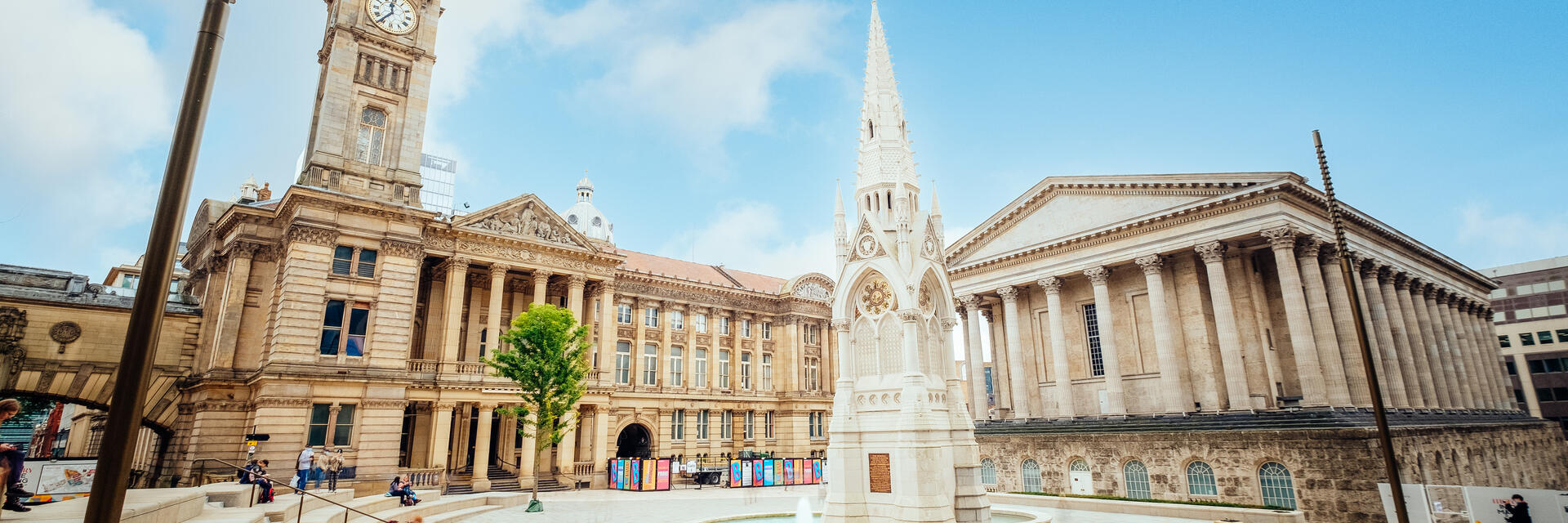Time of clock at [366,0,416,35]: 11:36
